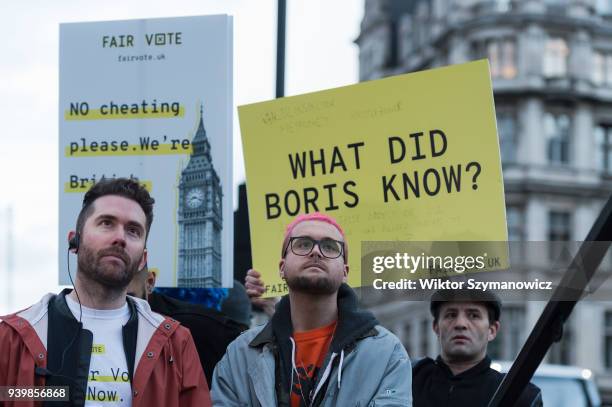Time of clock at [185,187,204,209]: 8:18
